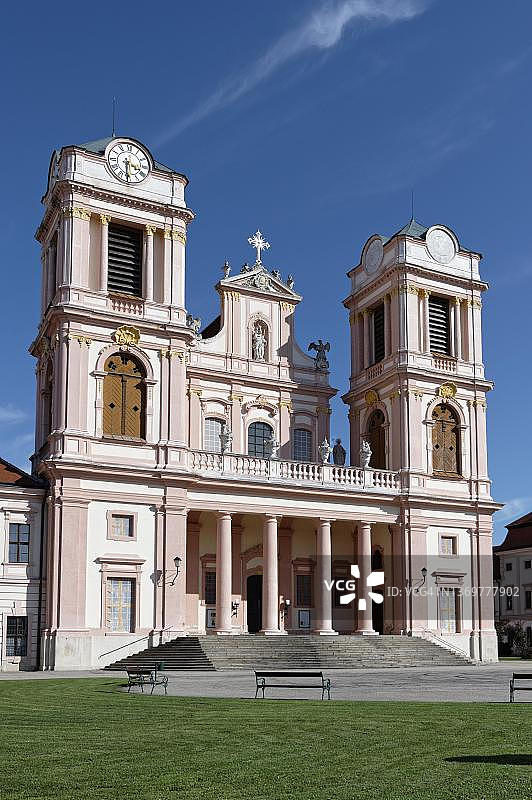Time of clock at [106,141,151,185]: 3:30
